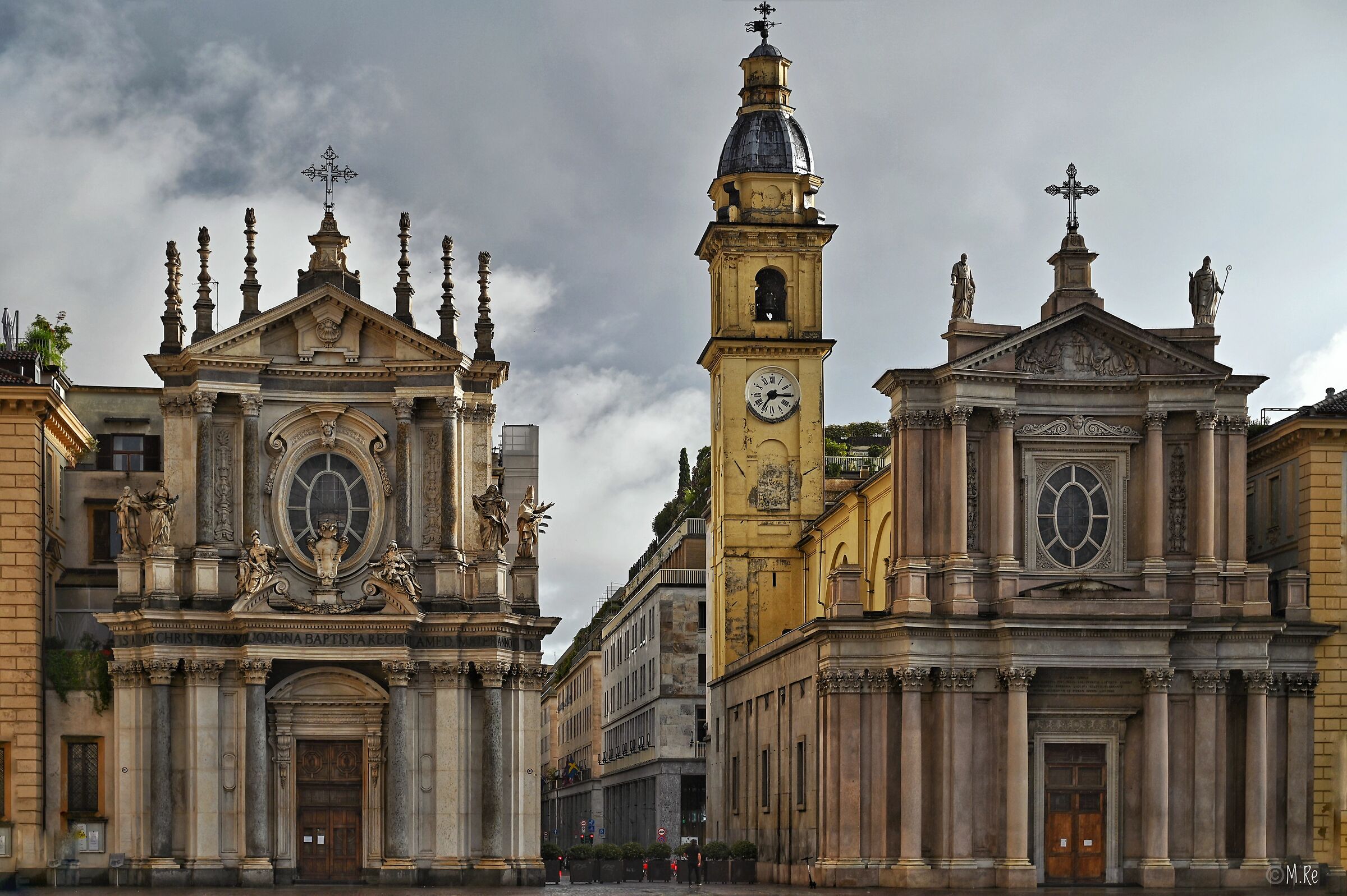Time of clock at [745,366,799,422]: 7:15
